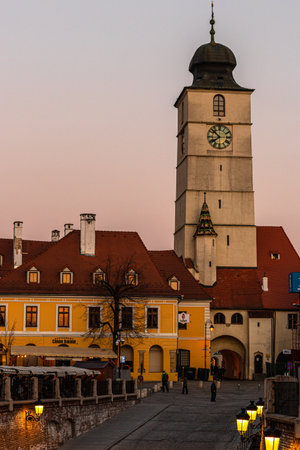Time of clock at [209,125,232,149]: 7:51
